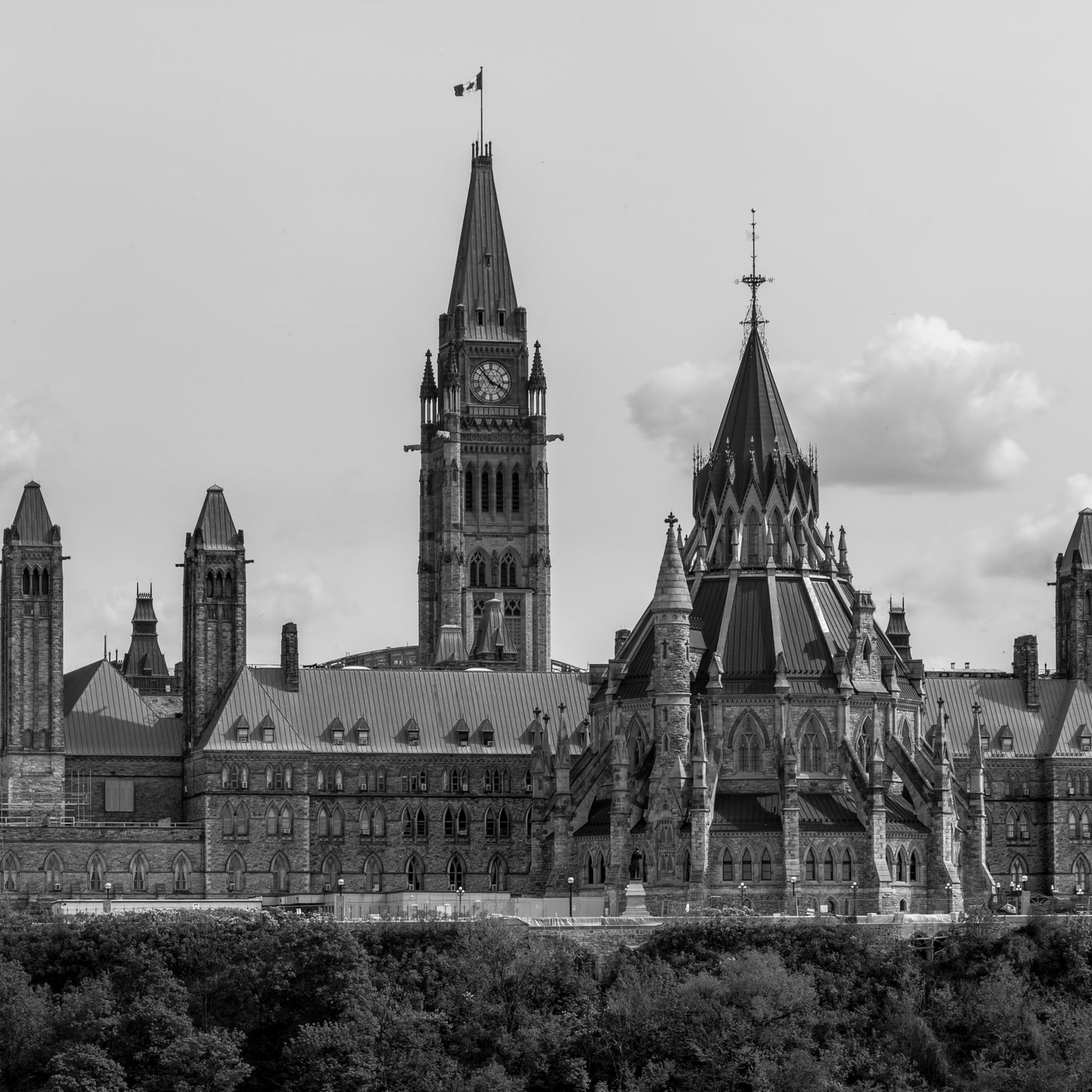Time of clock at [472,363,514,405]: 3:52
